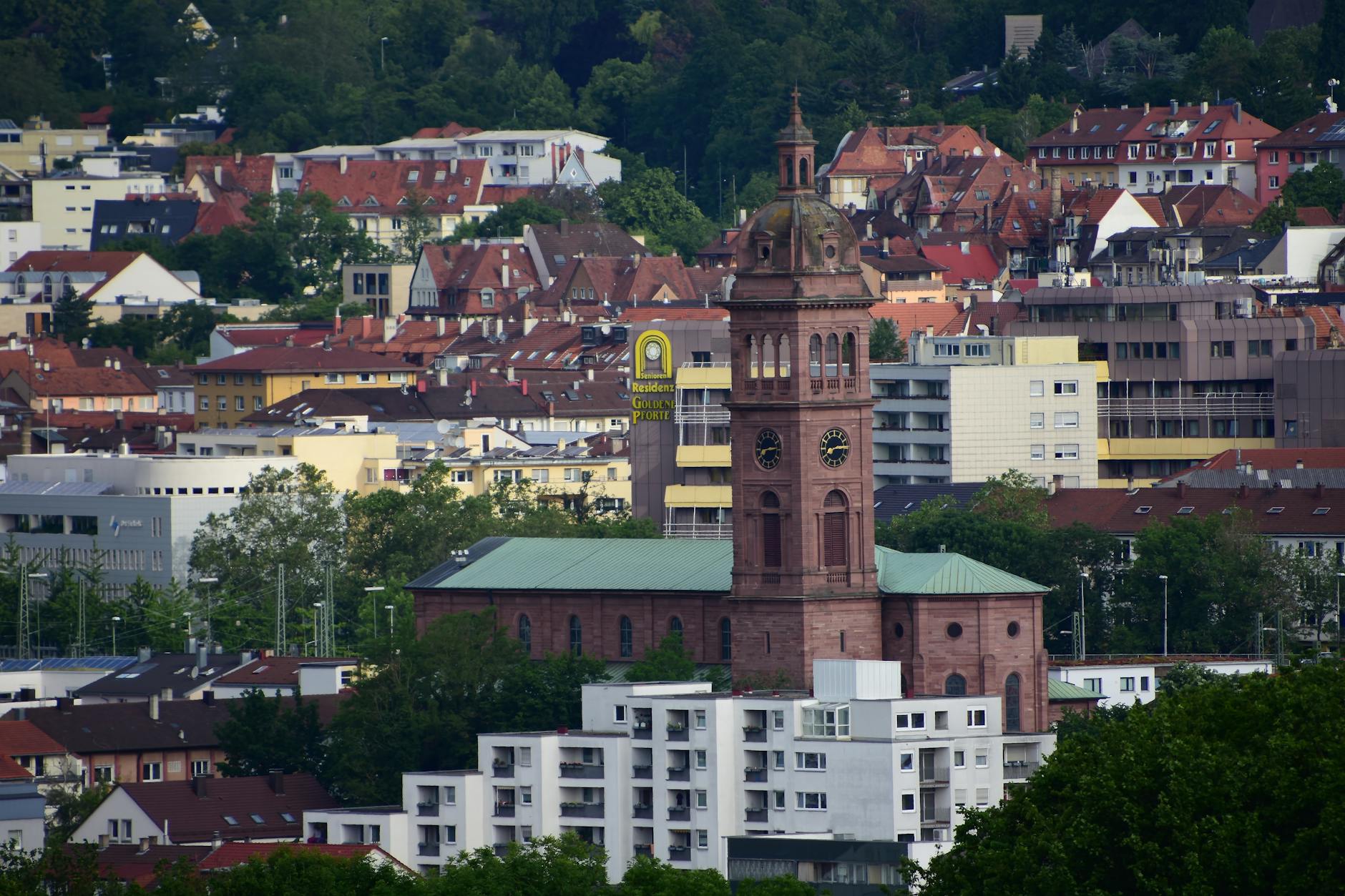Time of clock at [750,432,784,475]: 8:14
